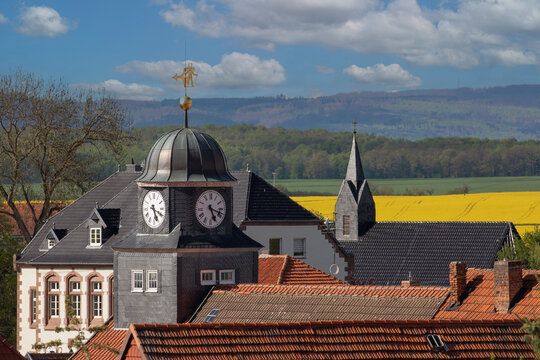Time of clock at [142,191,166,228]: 5:18
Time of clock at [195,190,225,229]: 5:18
